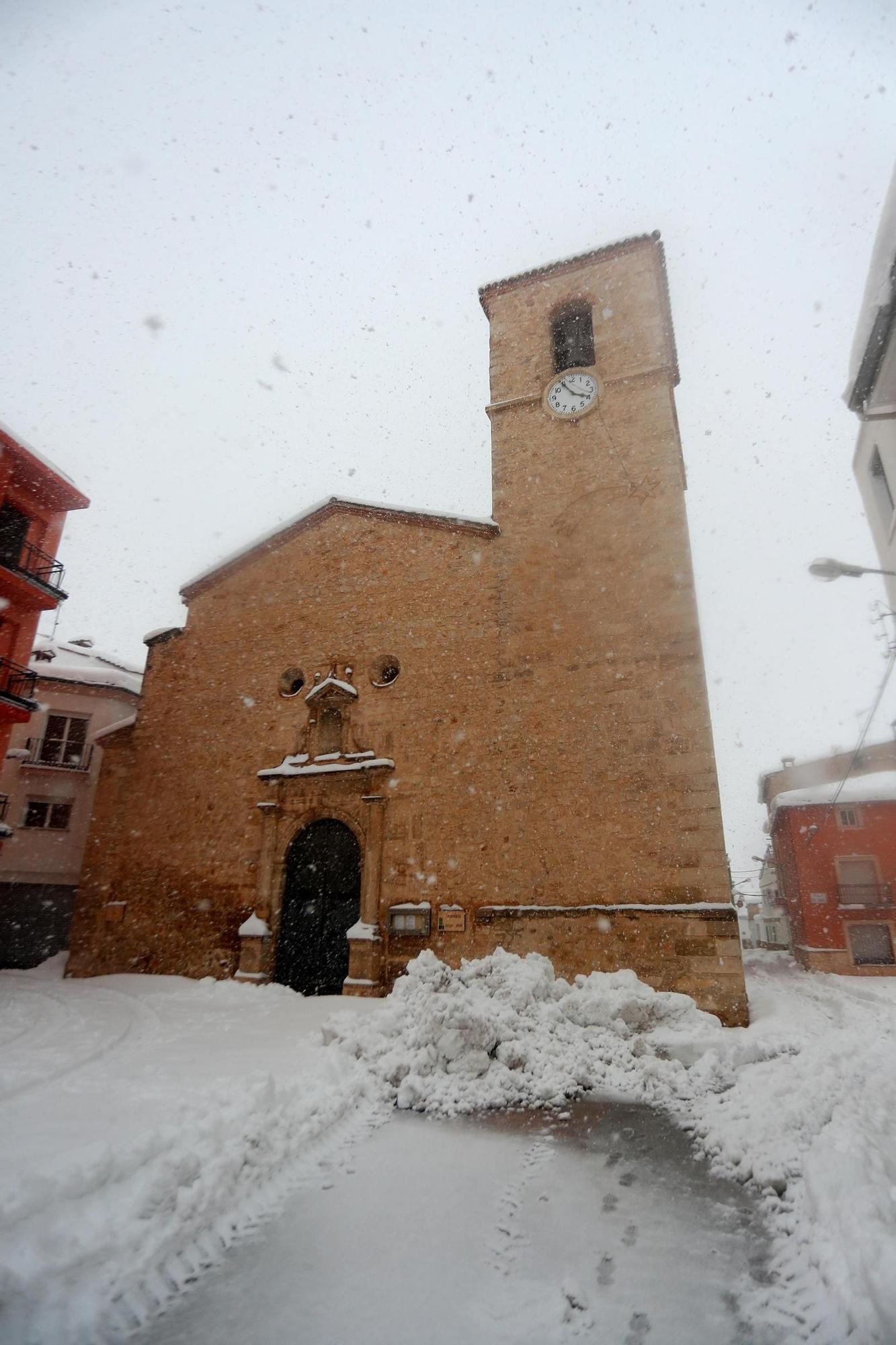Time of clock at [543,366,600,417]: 3:54
